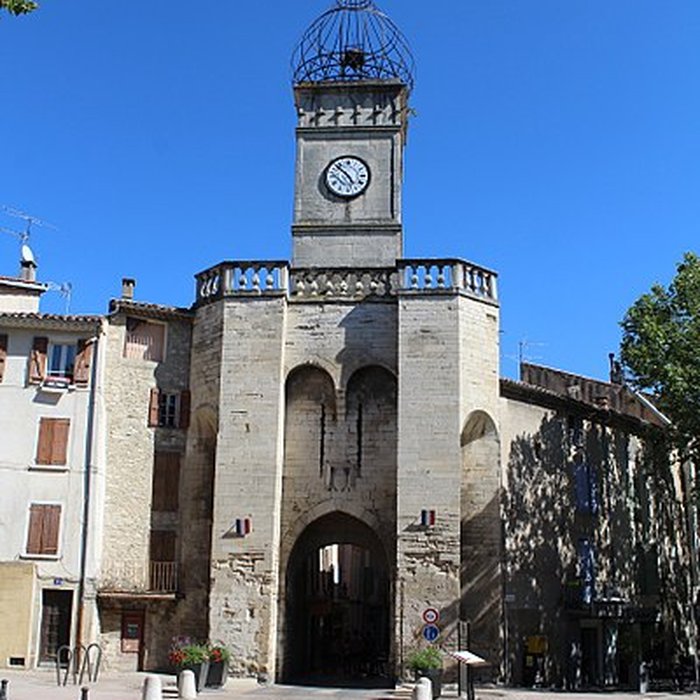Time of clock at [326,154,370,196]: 4:52
